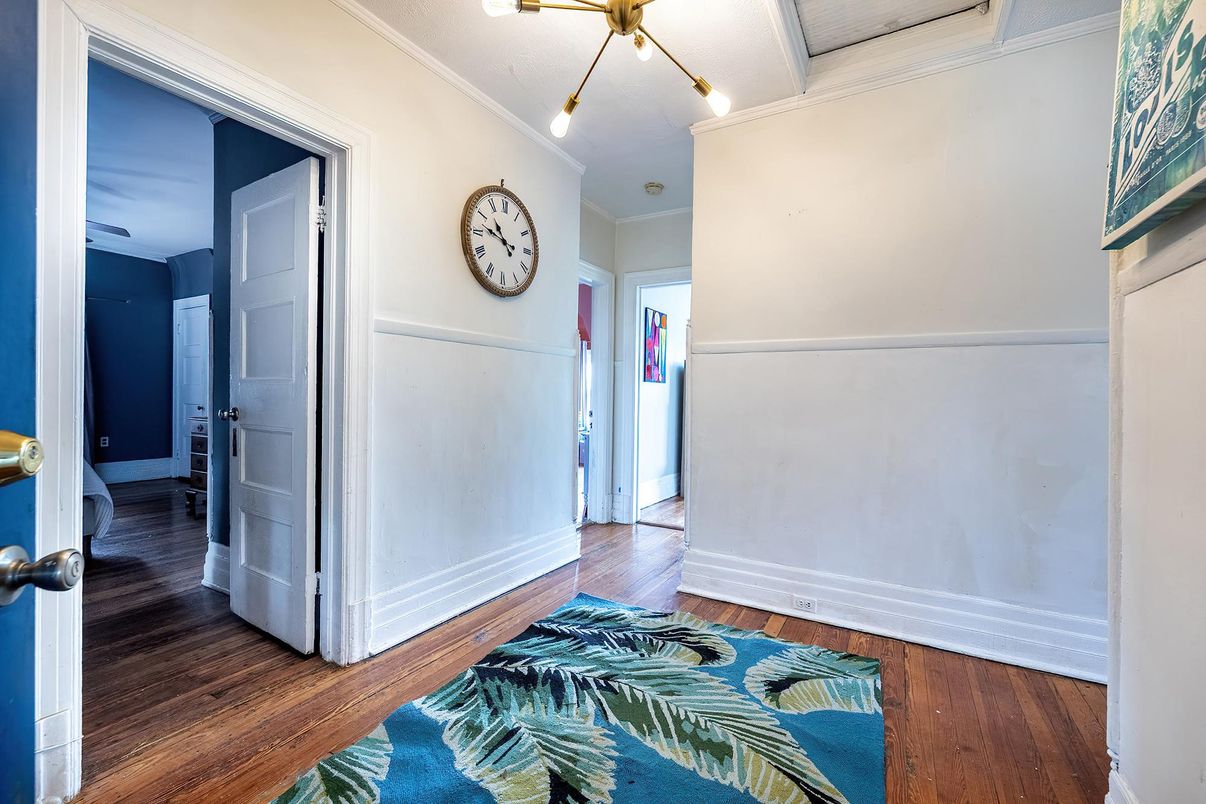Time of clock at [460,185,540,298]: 10:47
